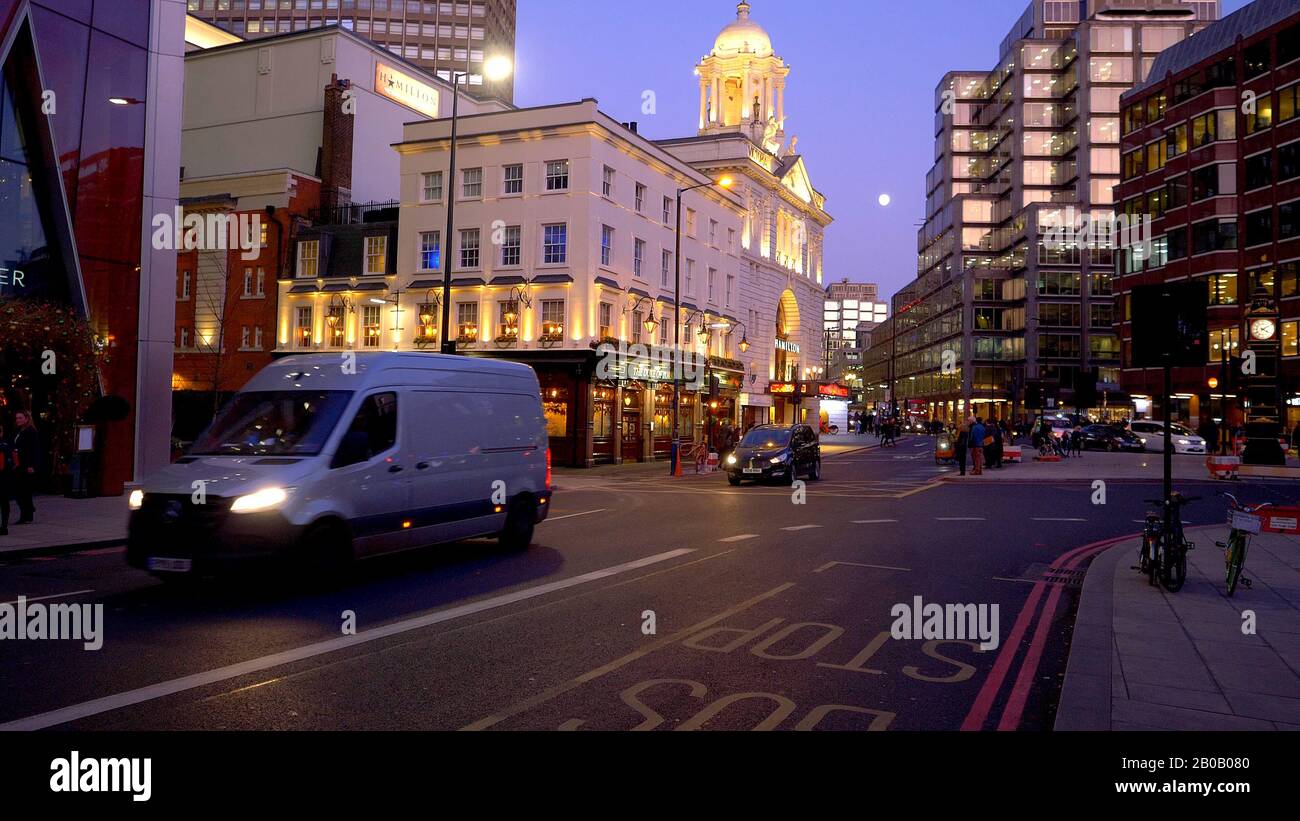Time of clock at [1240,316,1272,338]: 4:09
